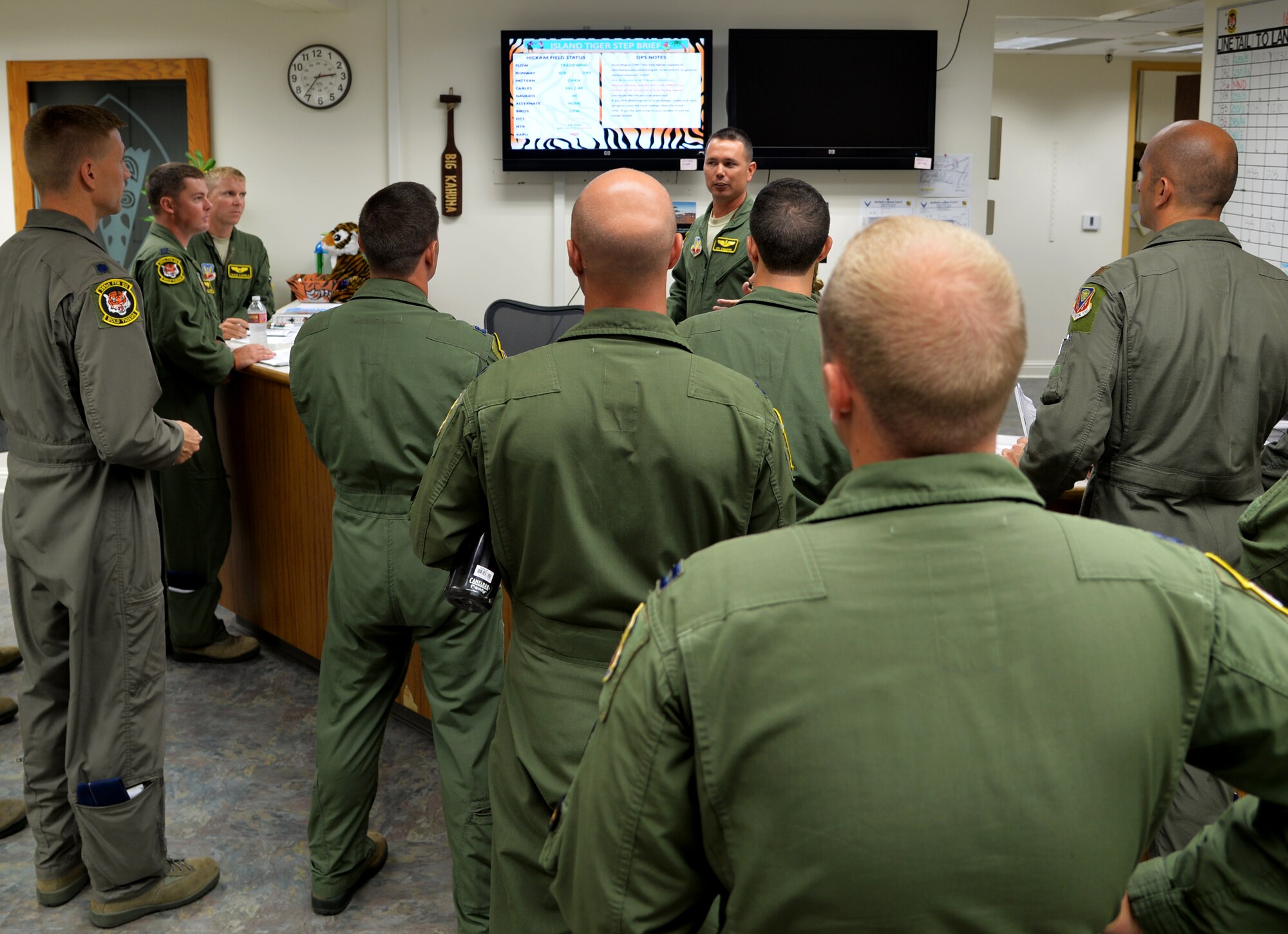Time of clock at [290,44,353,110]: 2:36
